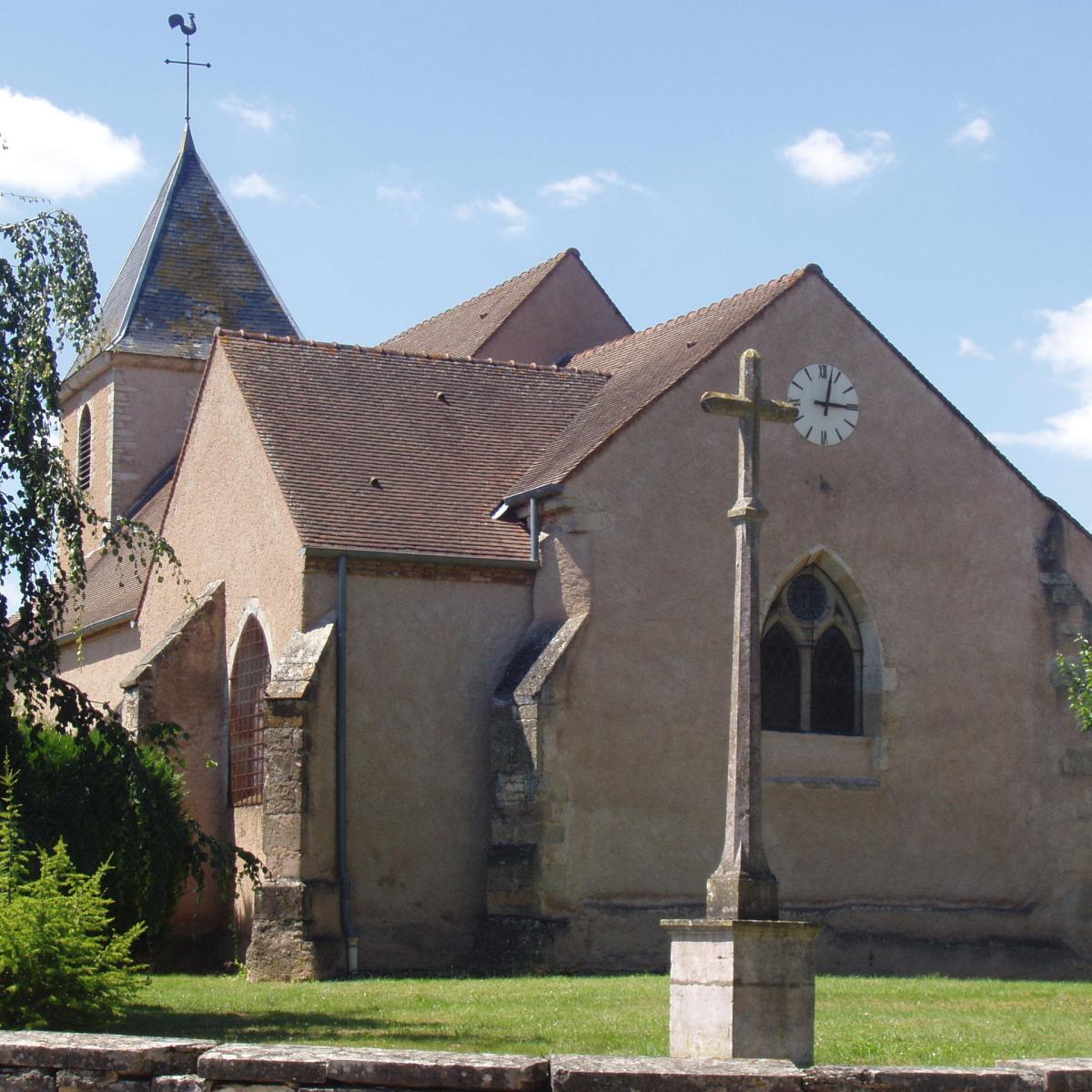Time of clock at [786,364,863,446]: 3:02
